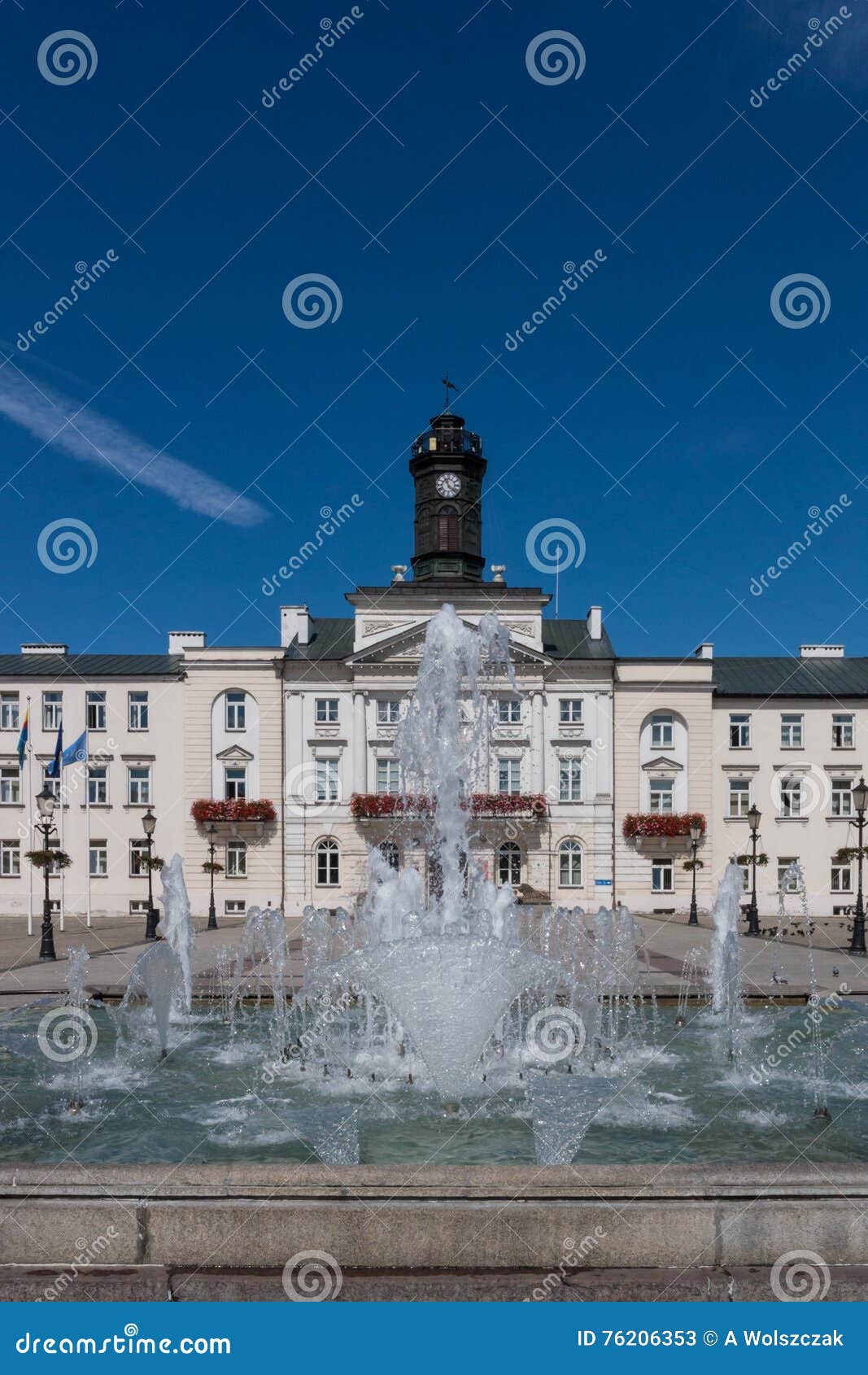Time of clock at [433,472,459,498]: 11:21
